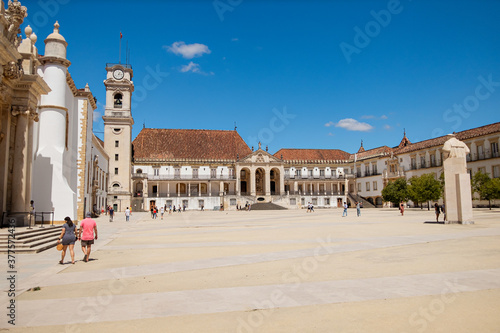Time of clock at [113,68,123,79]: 1:16
